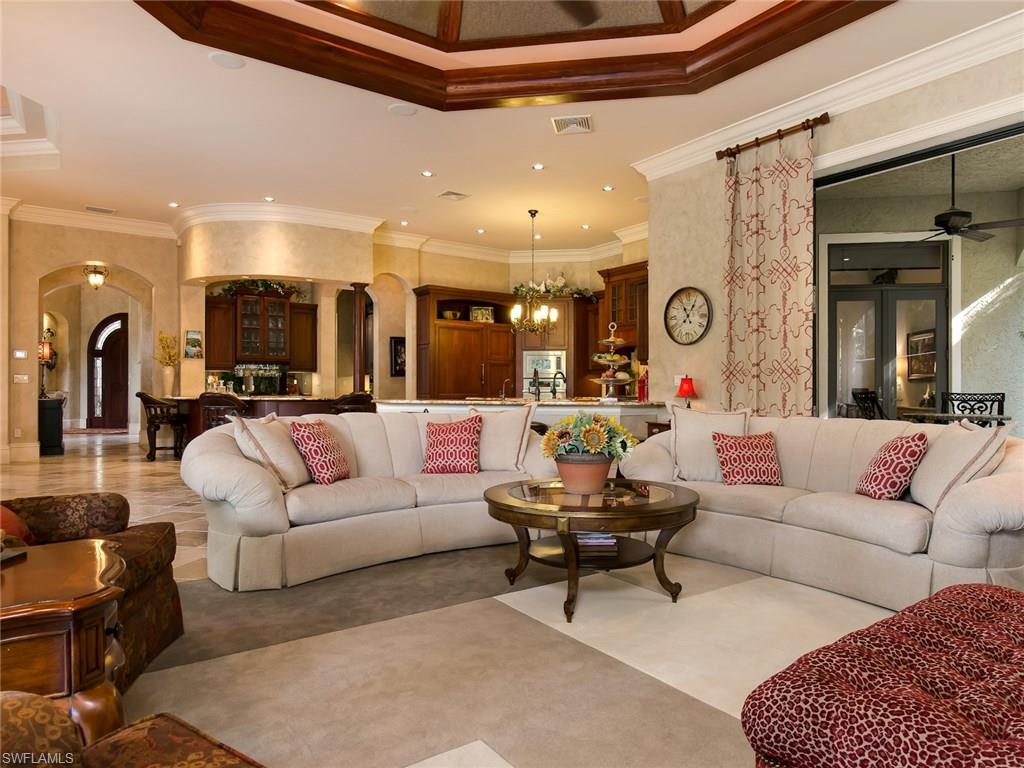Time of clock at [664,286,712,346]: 11:05
